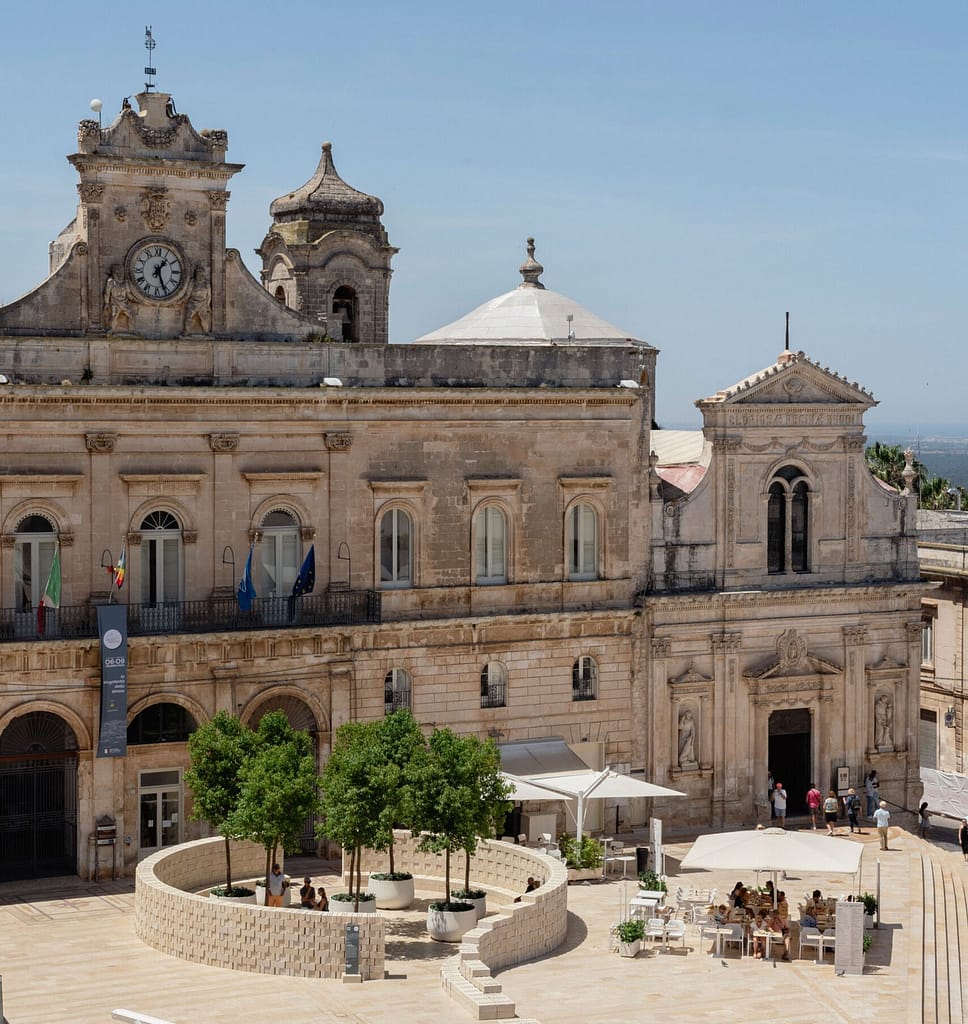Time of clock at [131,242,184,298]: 1:26
